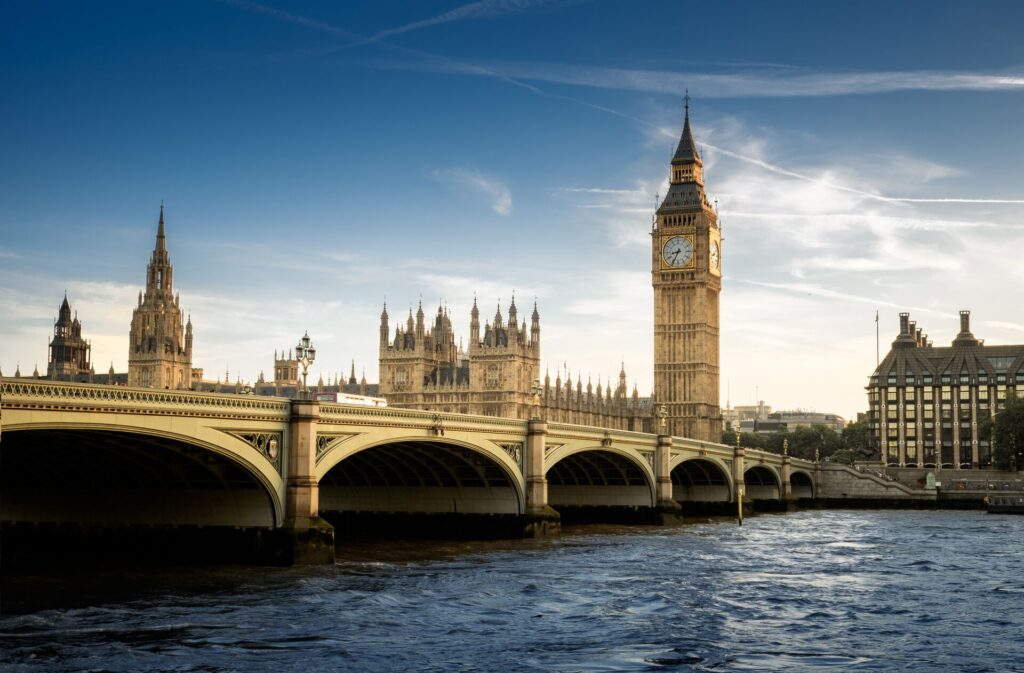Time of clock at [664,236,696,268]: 8:34
